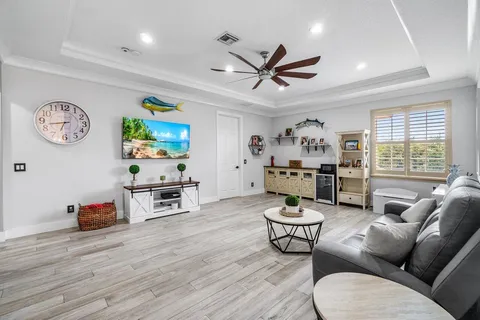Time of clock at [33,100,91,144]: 6:42
